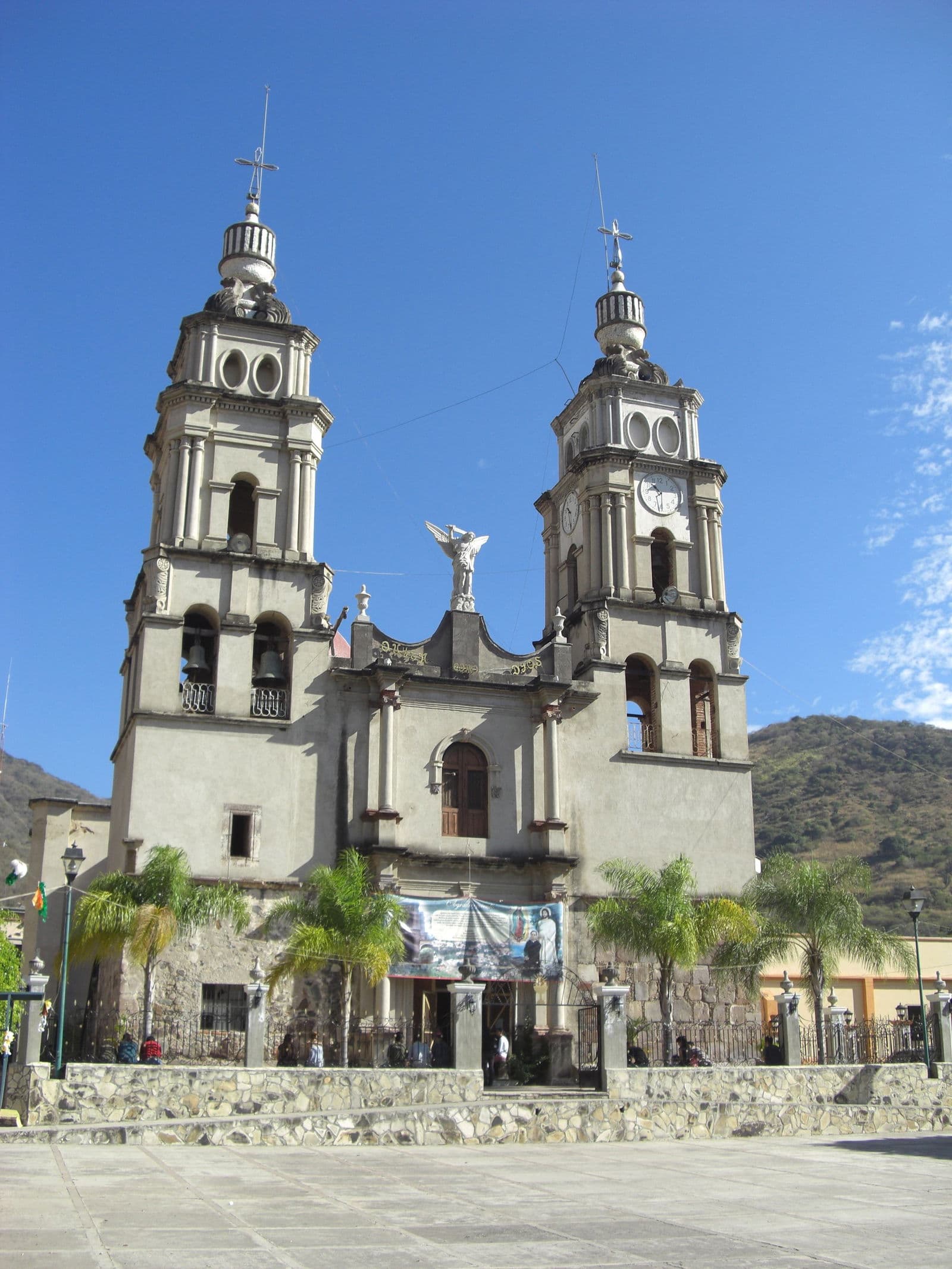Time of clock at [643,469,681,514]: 10:30
